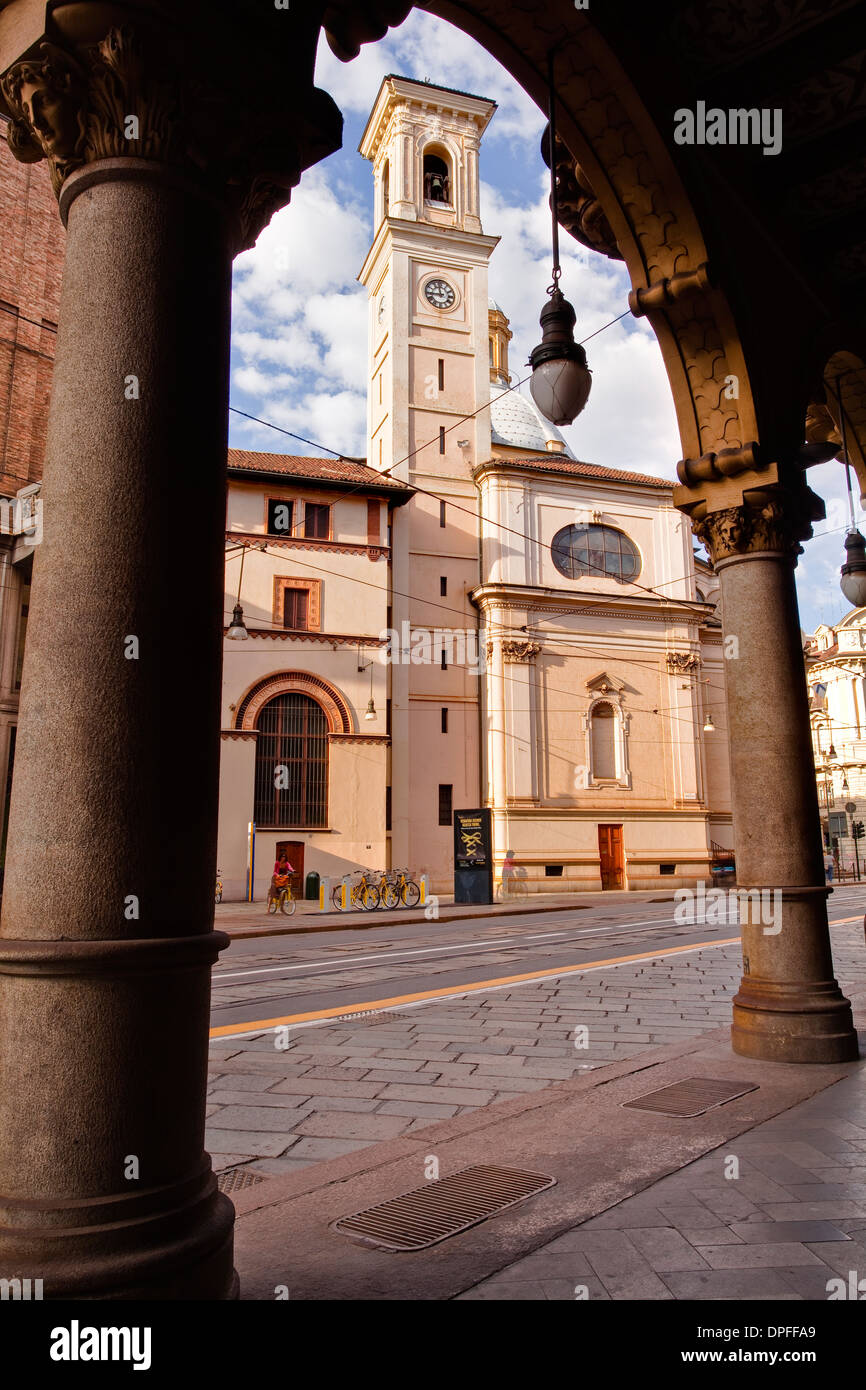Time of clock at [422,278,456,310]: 11:44
